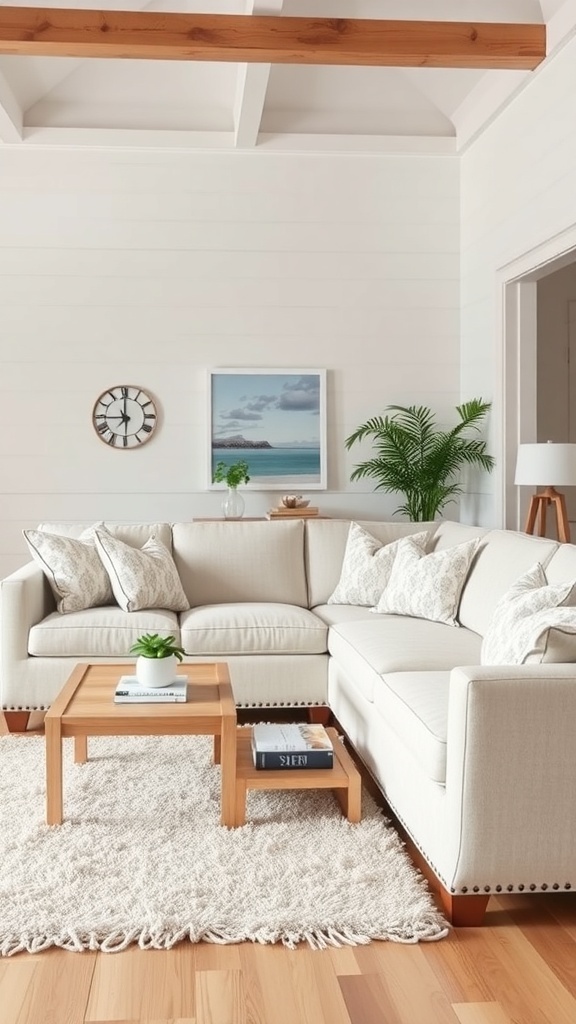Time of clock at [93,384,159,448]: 8:59
